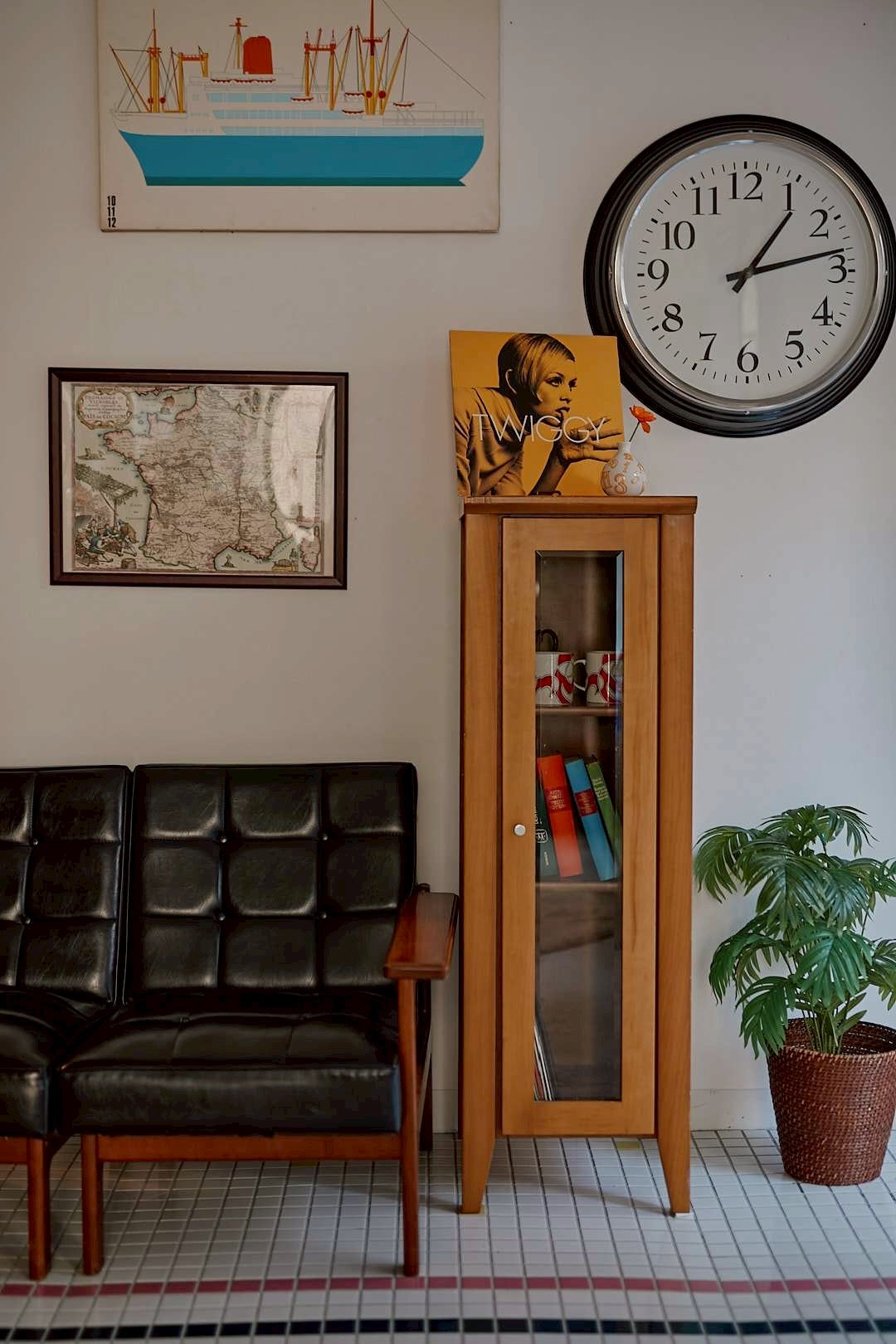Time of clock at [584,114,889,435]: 1:13
